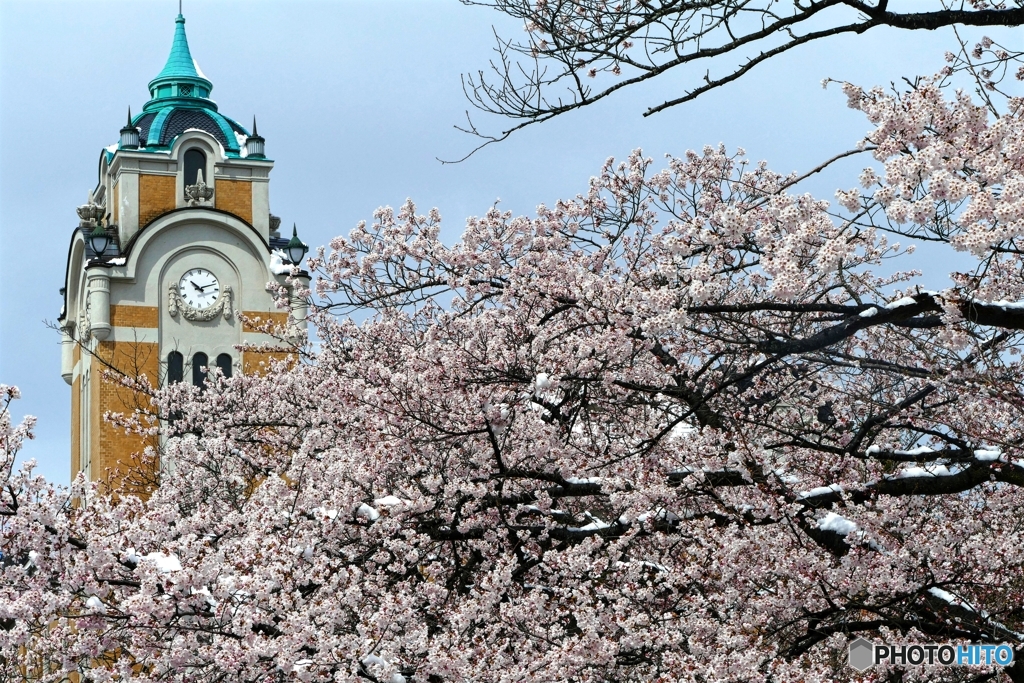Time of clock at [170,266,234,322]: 10:12
